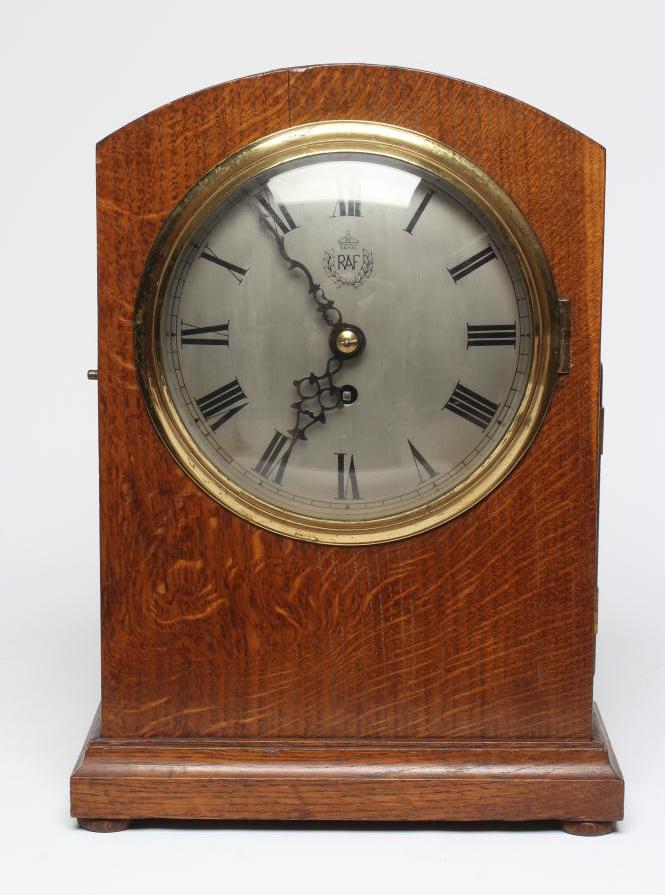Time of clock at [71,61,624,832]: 6:54
